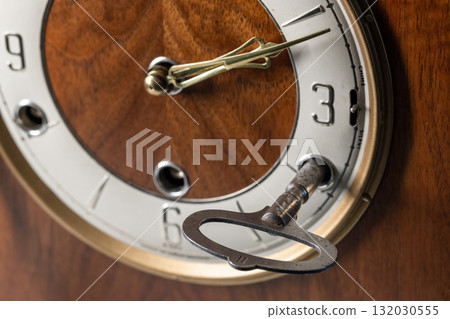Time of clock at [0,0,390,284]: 2:11
